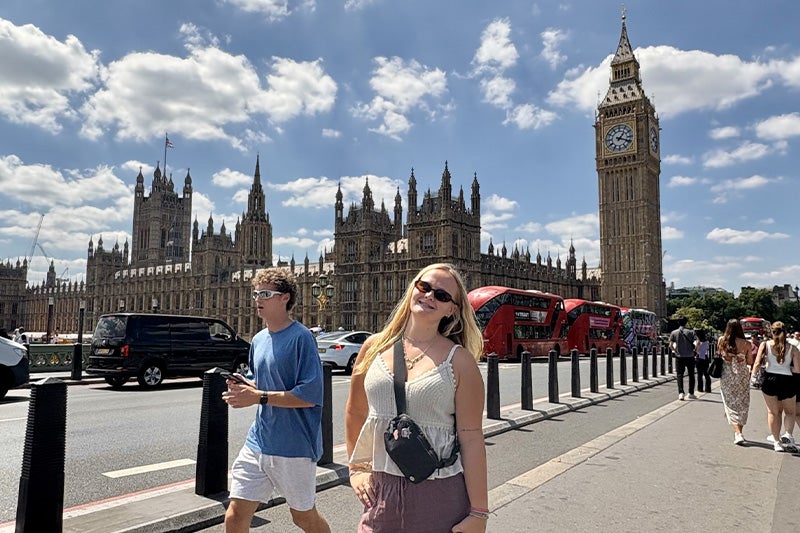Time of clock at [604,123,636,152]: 1:18
